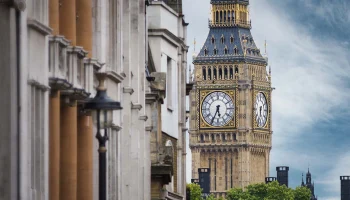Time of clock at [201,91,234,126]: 5:34
